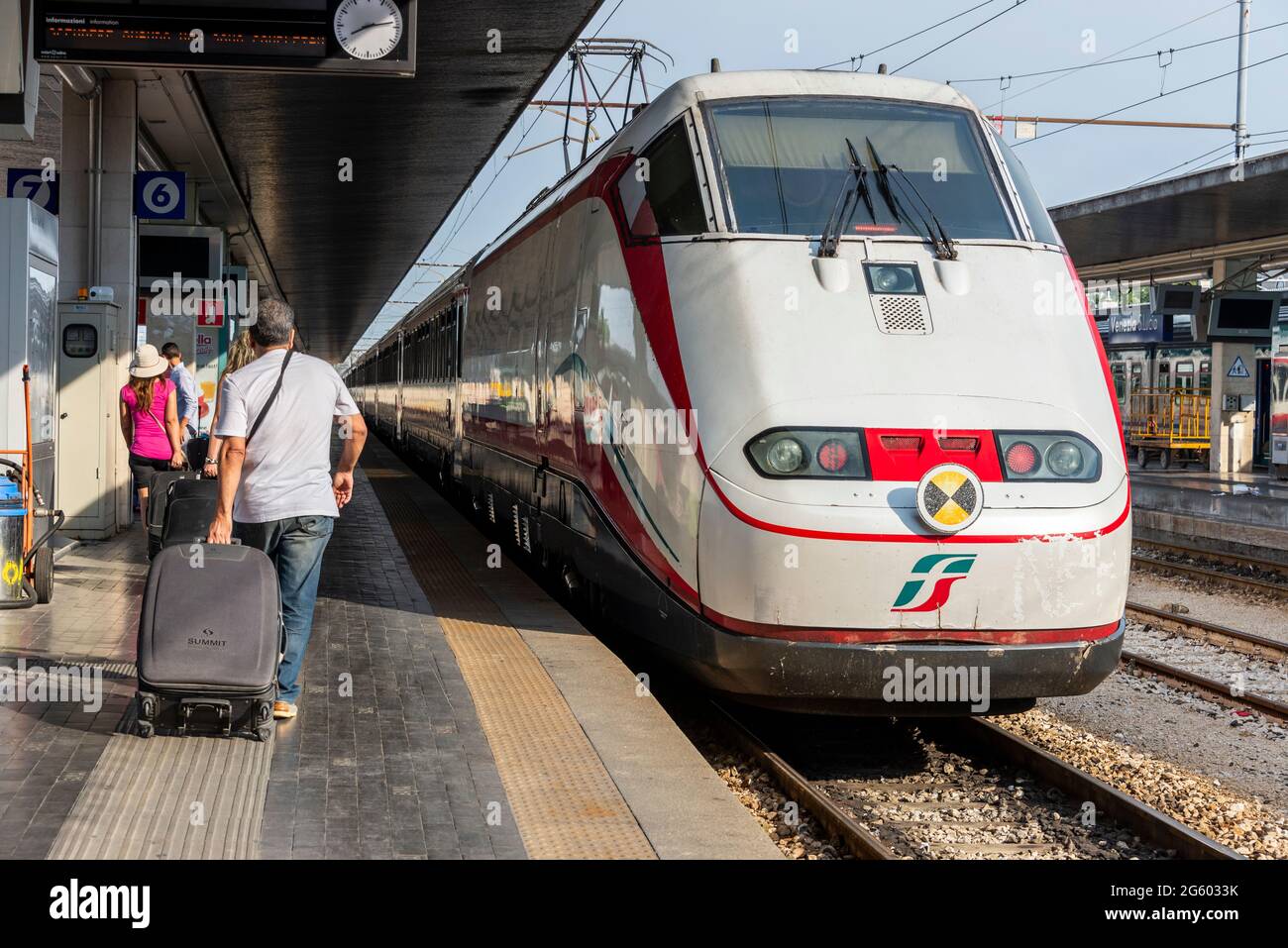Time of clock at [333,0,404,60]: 8:13
